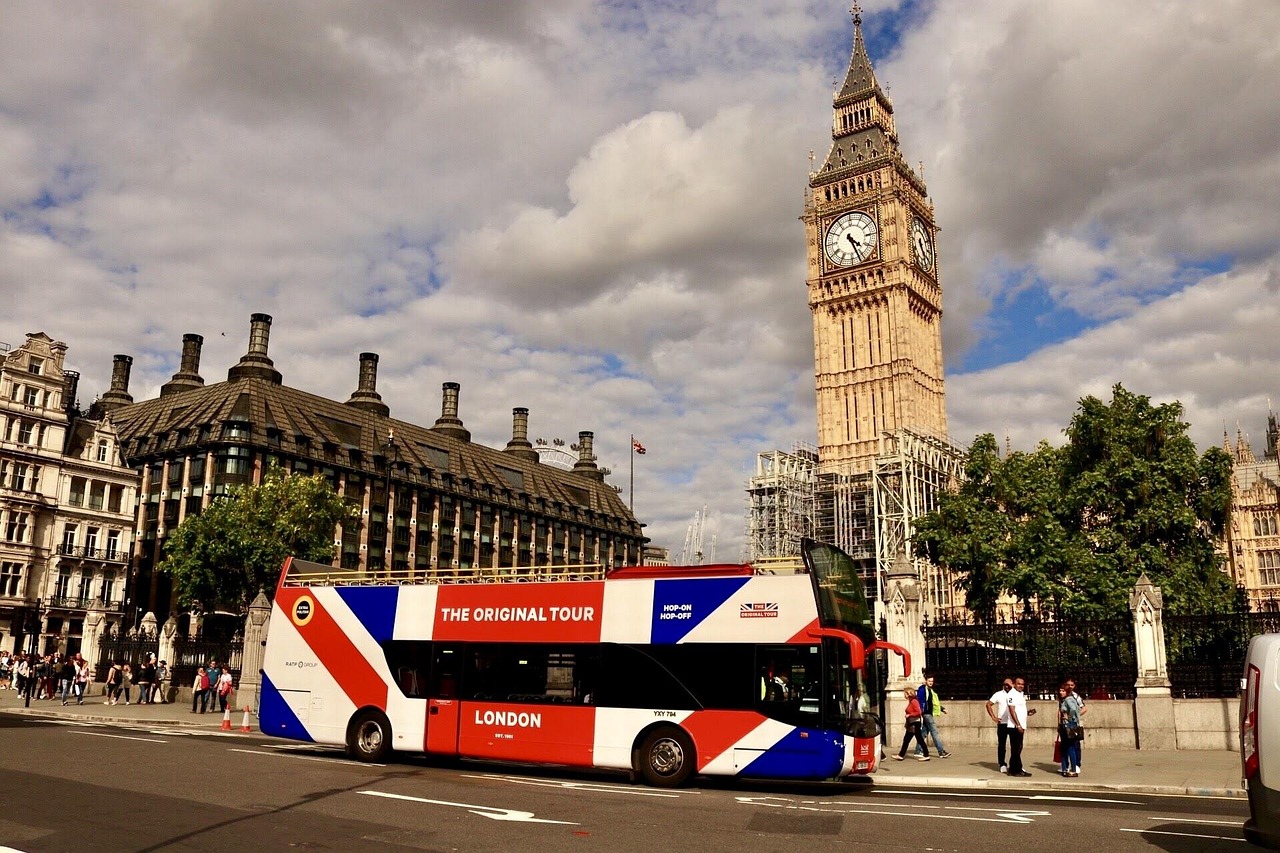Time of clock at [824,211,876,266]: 4:26
